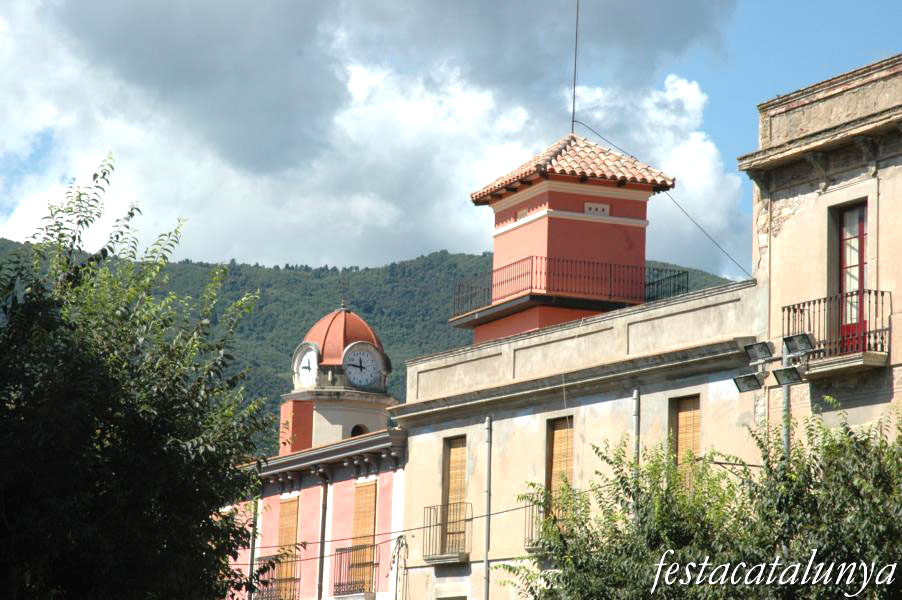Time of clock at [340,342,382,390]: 11:46
